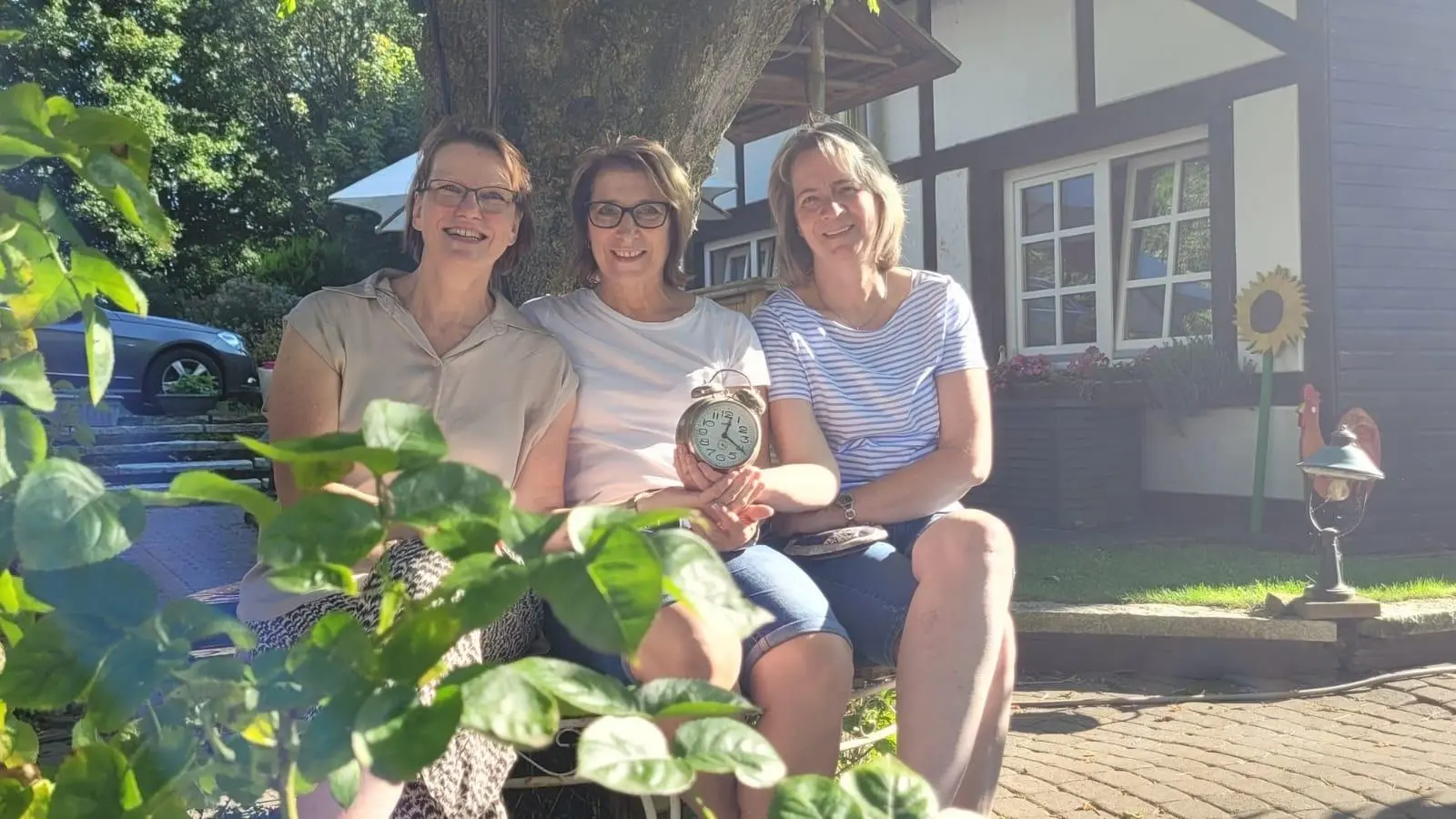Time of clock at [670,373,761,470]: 12:20
